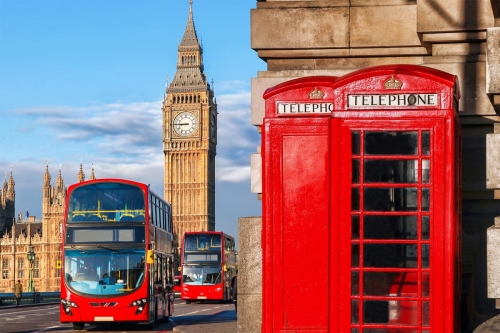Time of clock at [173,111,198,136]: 8:45
